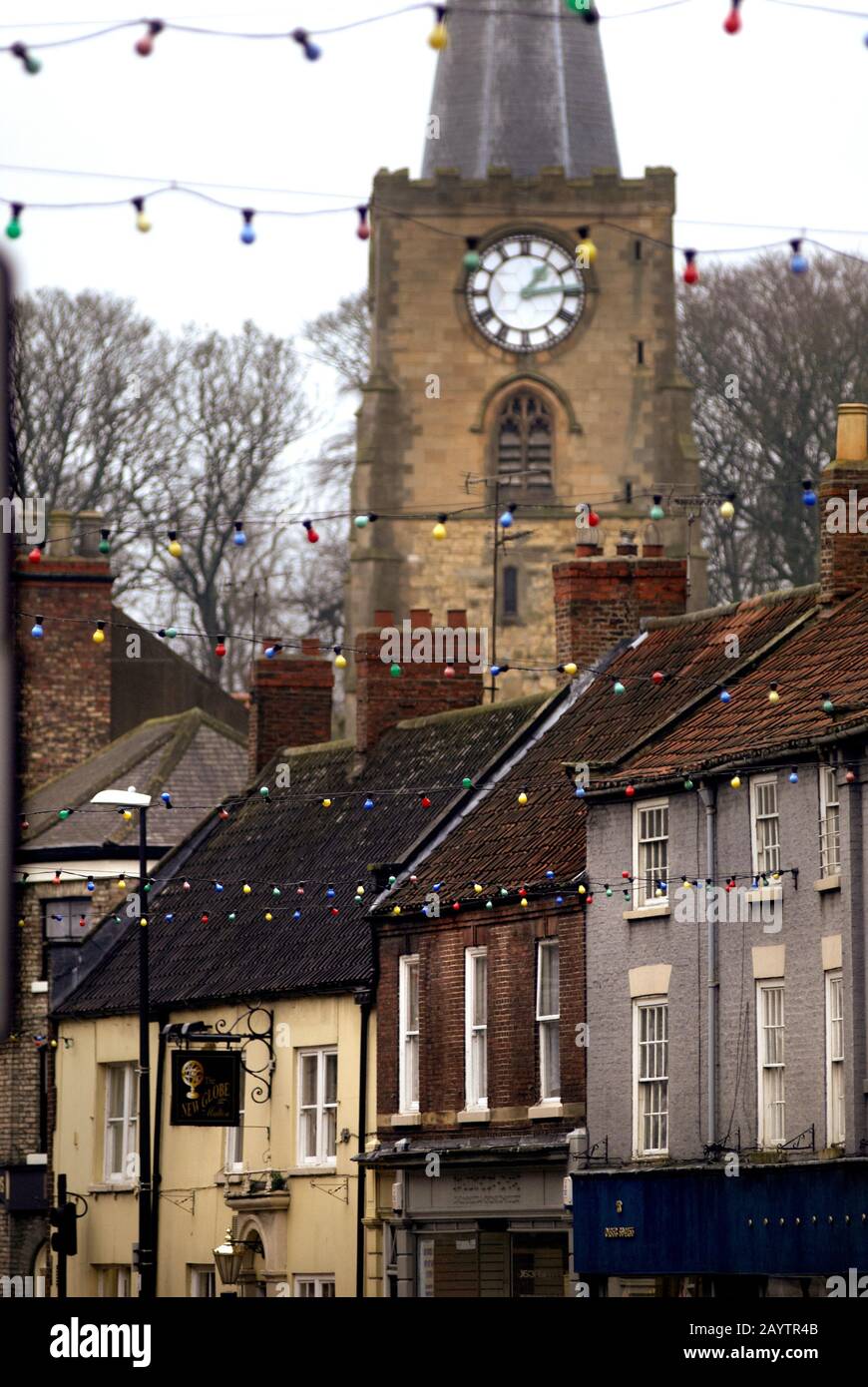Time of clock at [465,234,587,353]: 1:13
